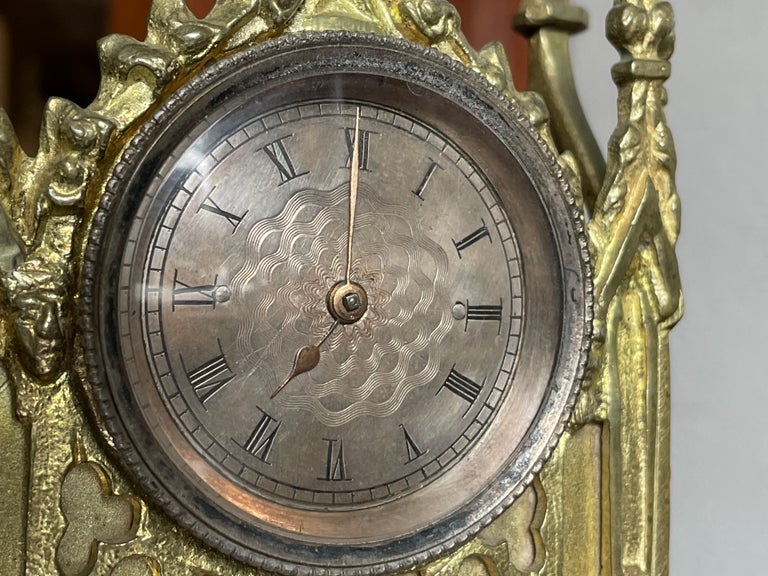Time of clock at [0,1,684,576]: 6:59
